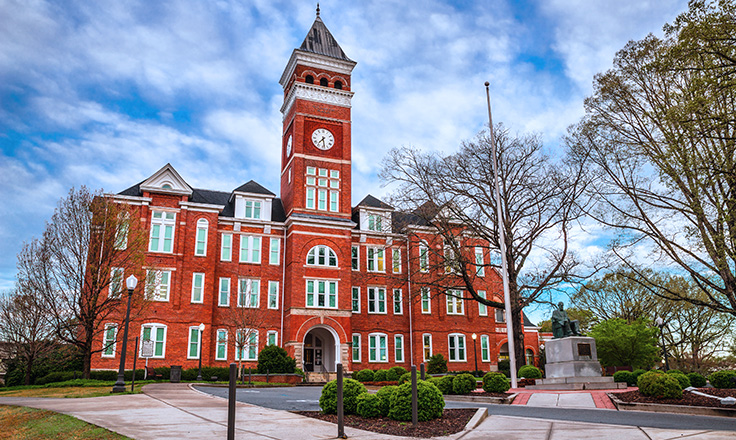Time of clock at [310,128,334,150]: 7:28
